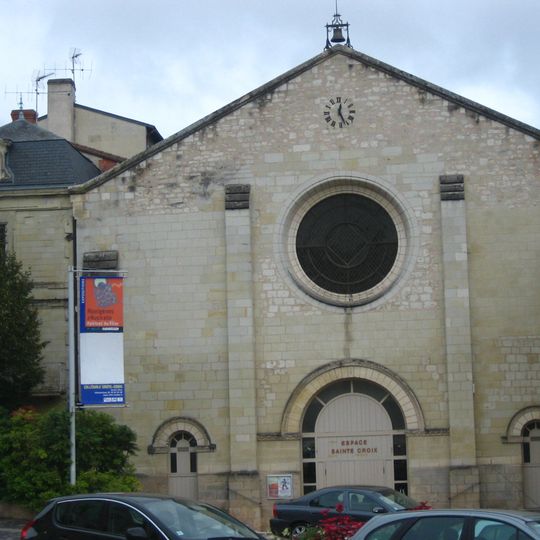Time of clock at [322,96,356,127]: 12:26
